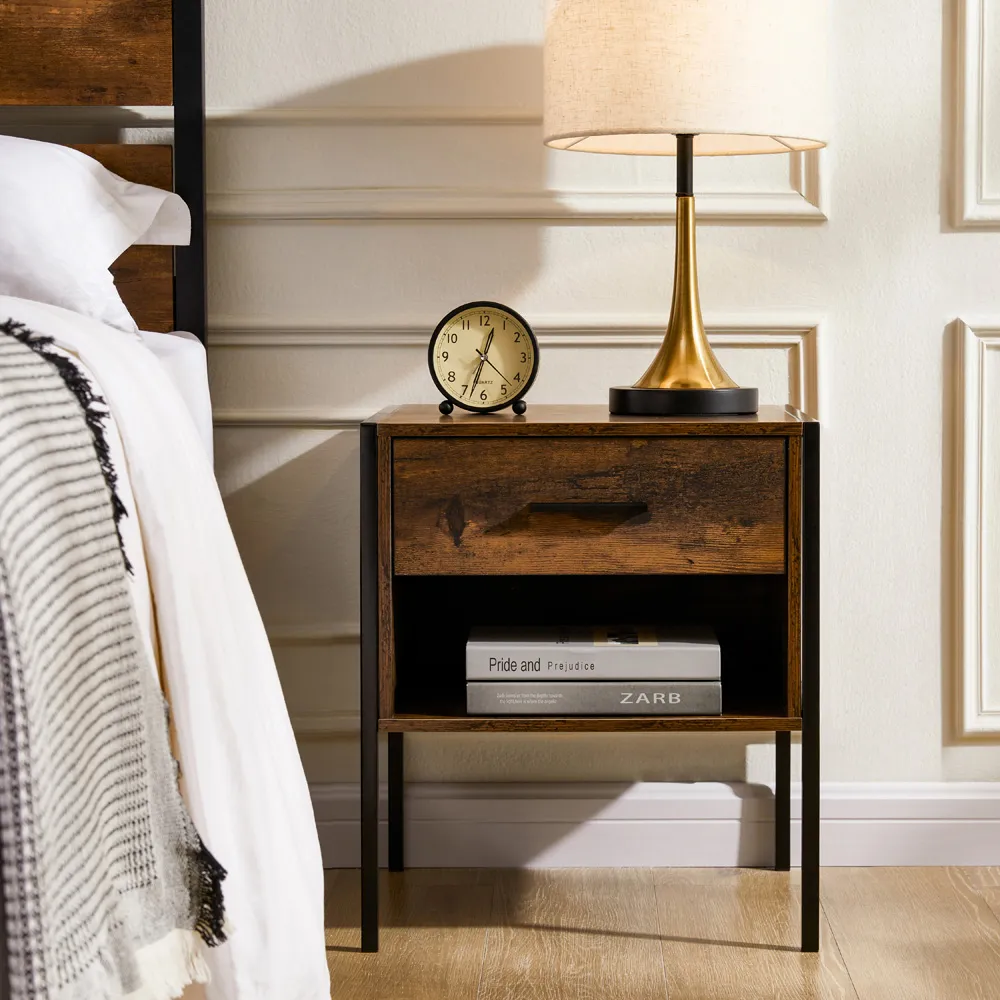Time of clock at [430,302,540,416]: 12:32
